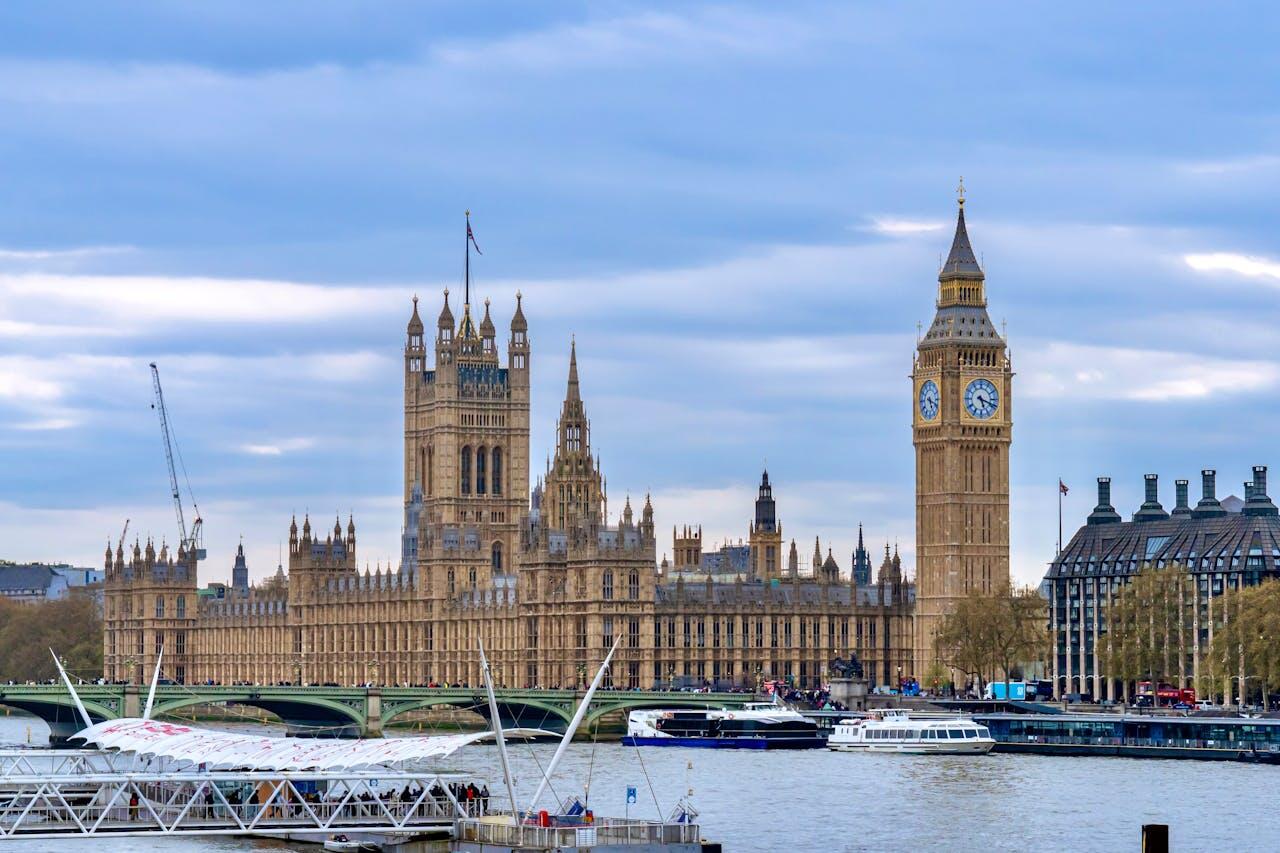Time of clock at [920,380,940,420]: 5:18
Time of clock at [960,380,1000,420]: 5:18
